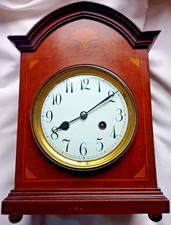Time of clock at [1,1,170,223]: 8:09
